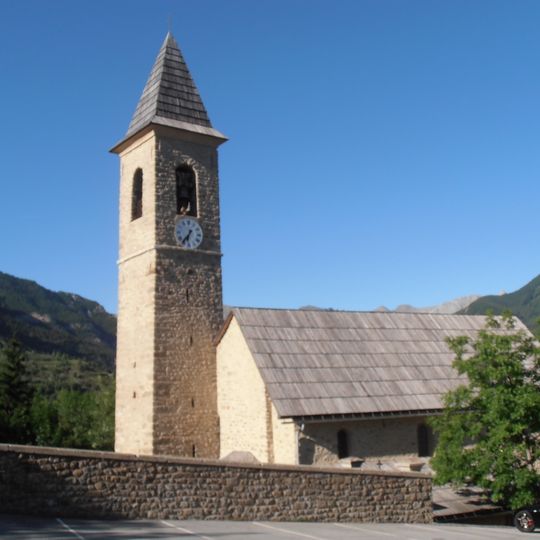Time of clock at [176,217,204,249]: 6:36
